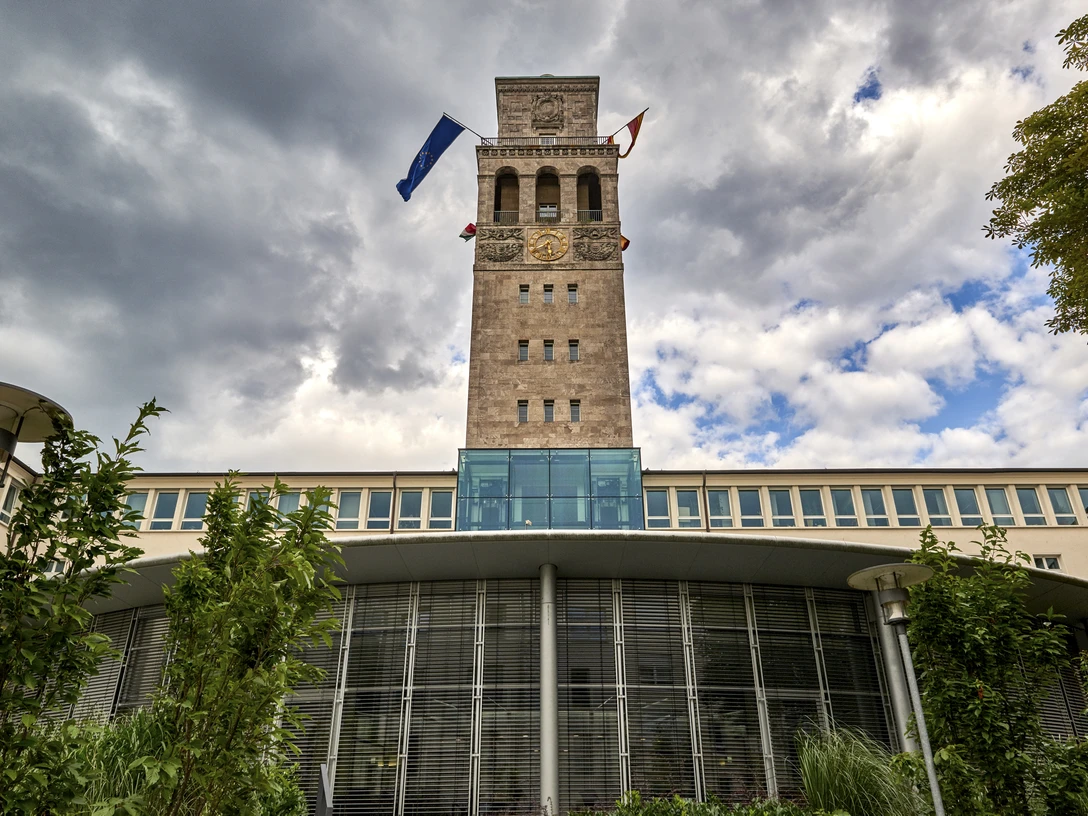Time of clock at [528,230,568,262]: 5:40
